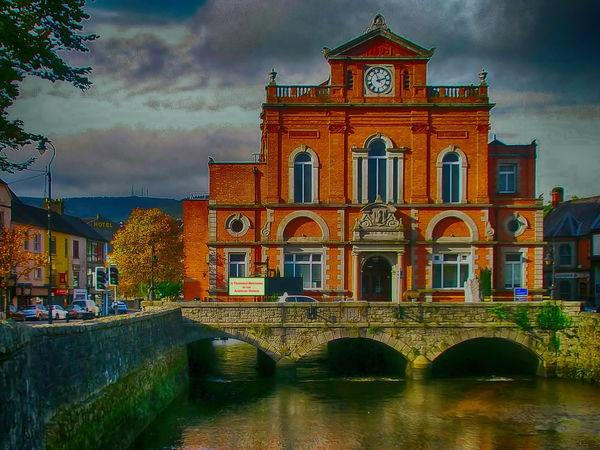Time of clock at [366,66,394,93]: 11:12
